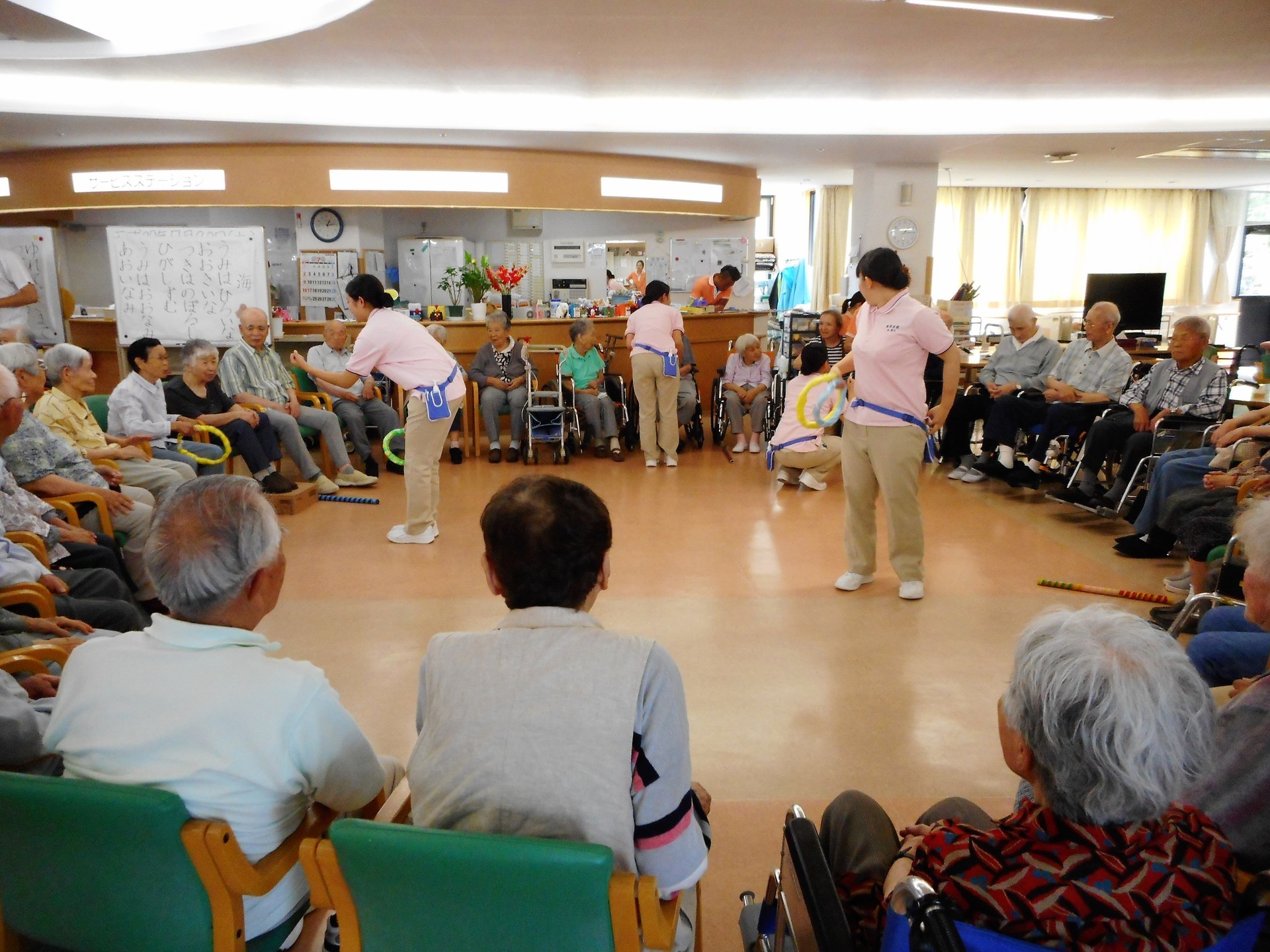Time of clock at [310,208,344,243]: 1:13
